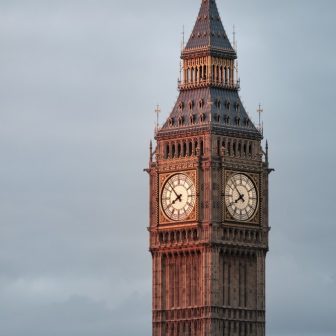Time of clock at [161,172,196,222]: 7:52
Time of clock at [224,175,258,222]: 7:52
